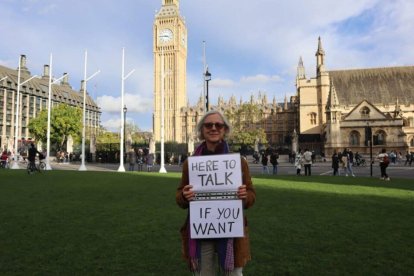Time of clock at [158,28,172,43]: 3:44
